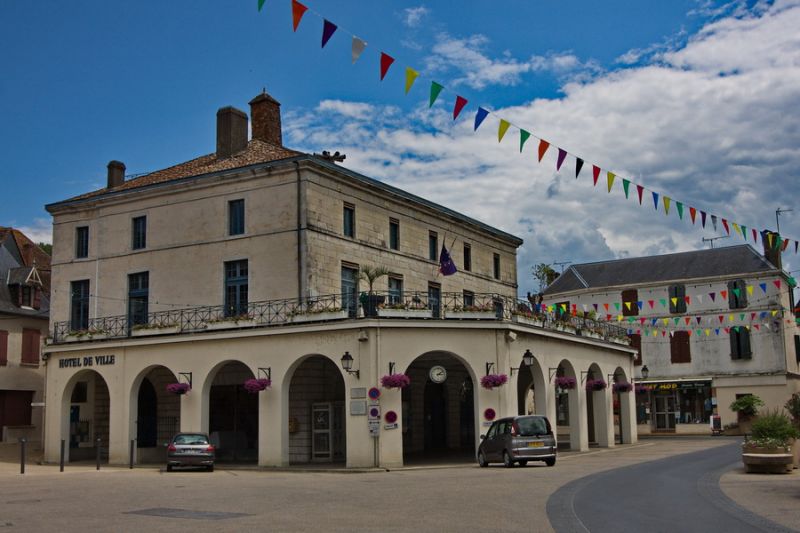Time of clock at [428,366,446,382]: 3:09
